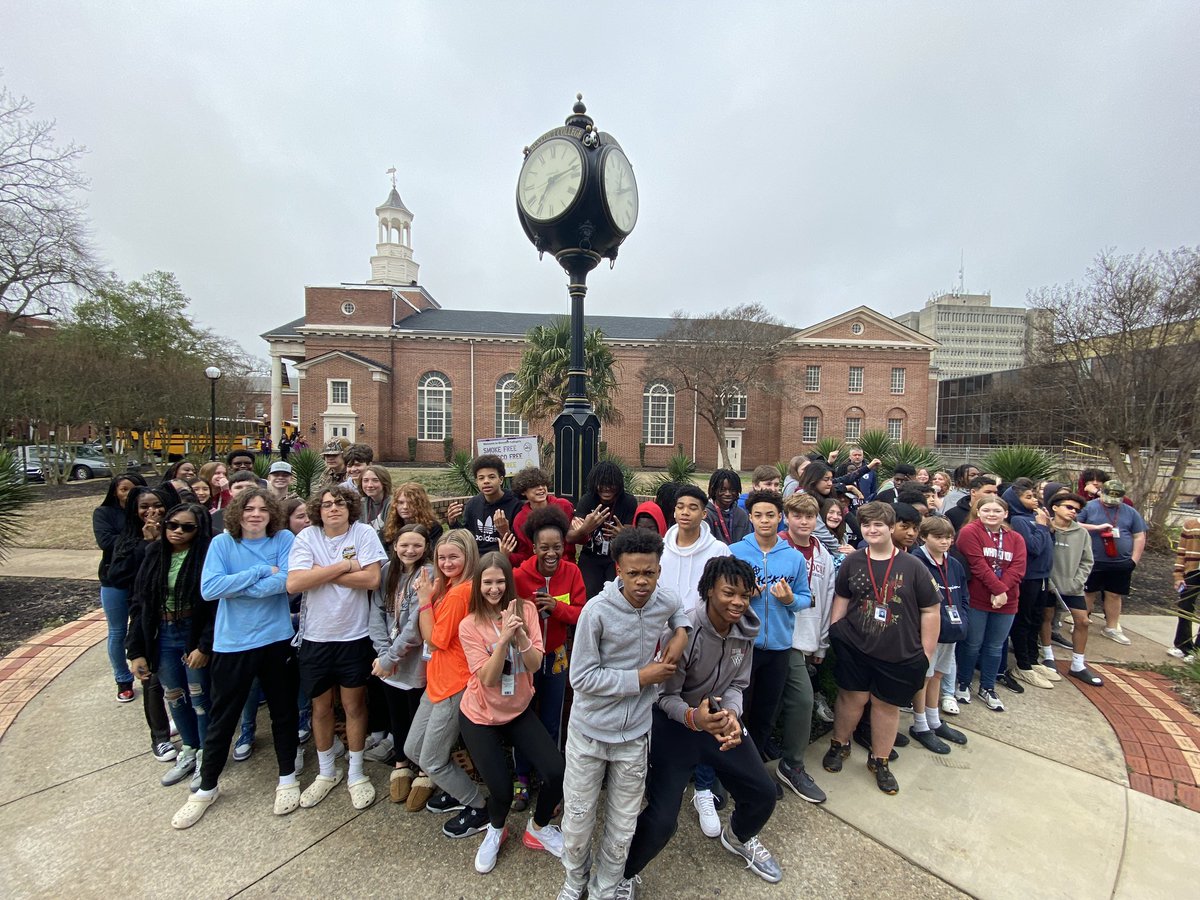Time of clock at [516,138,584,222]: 7:12
